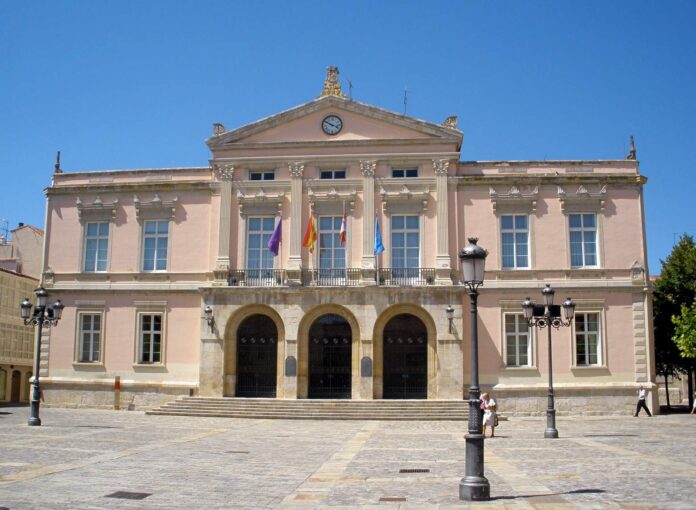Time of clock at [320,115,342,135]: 3:49
